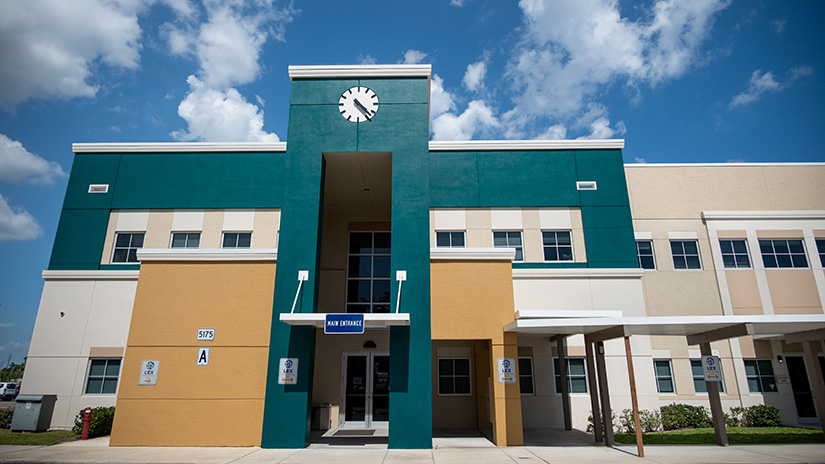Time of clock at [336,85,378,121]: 4:22
